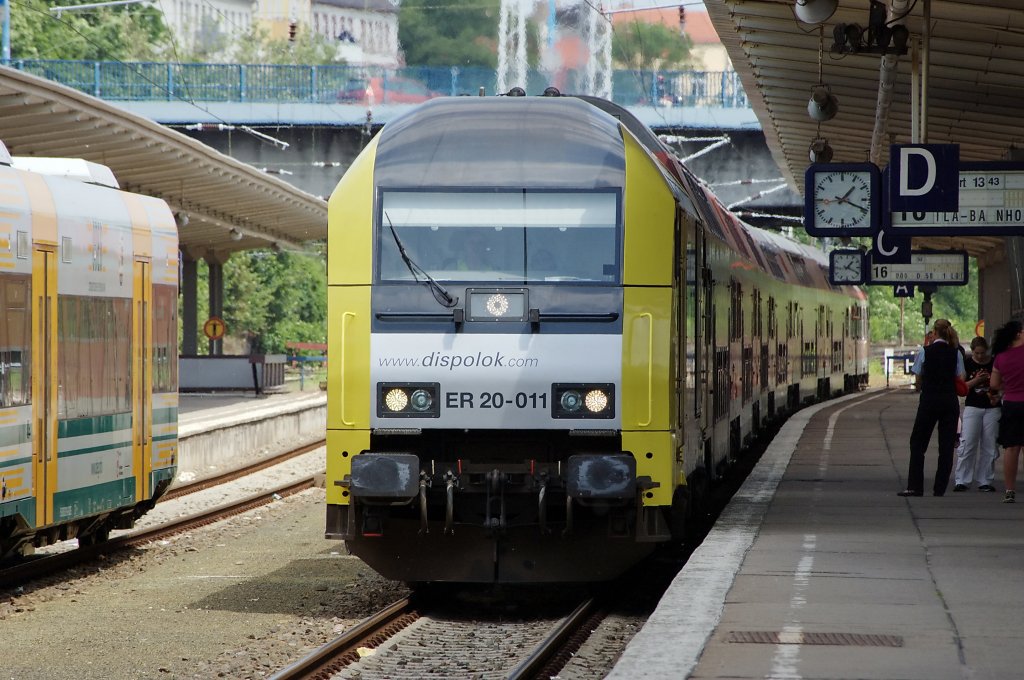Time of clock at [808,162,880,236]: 1:18
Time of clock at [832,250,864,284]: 1:18
